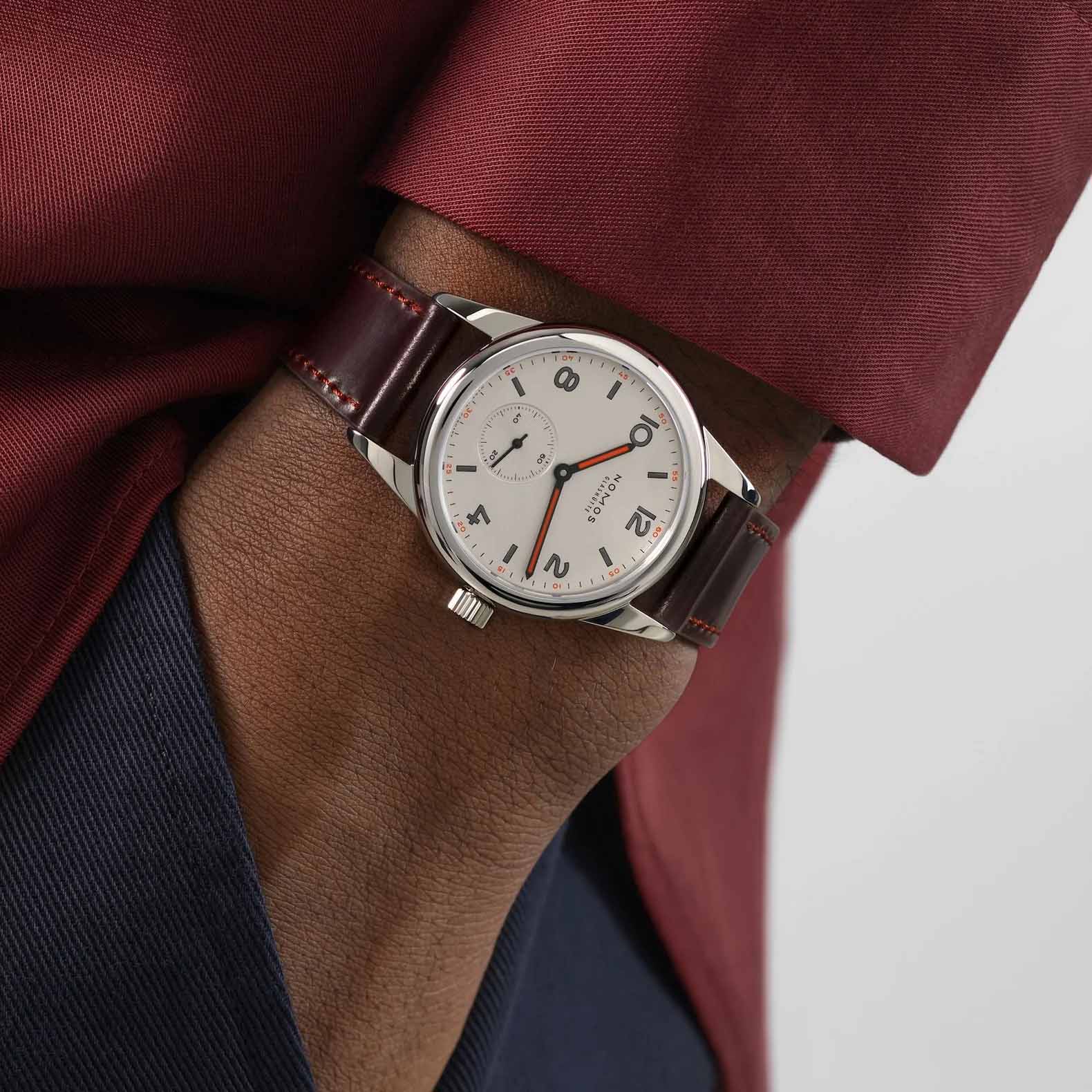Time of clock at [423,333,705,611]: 2:32
